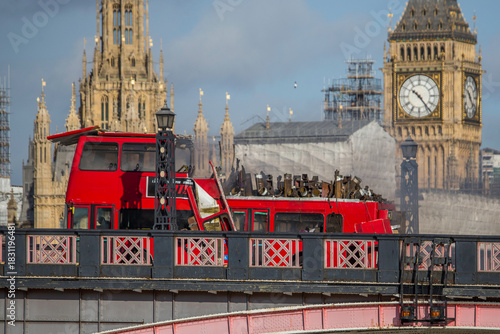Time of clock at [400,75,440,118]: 10:23
